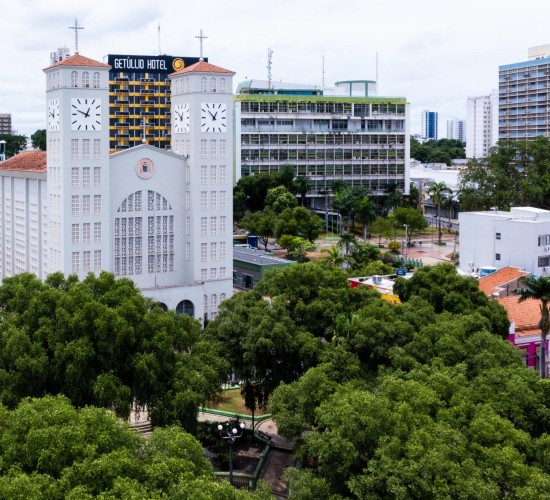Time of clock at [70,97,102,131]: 12:48
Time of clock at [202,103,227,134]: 12:52
